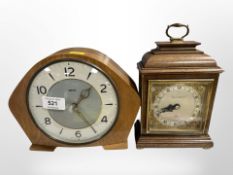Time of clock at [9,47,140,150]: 1:24
